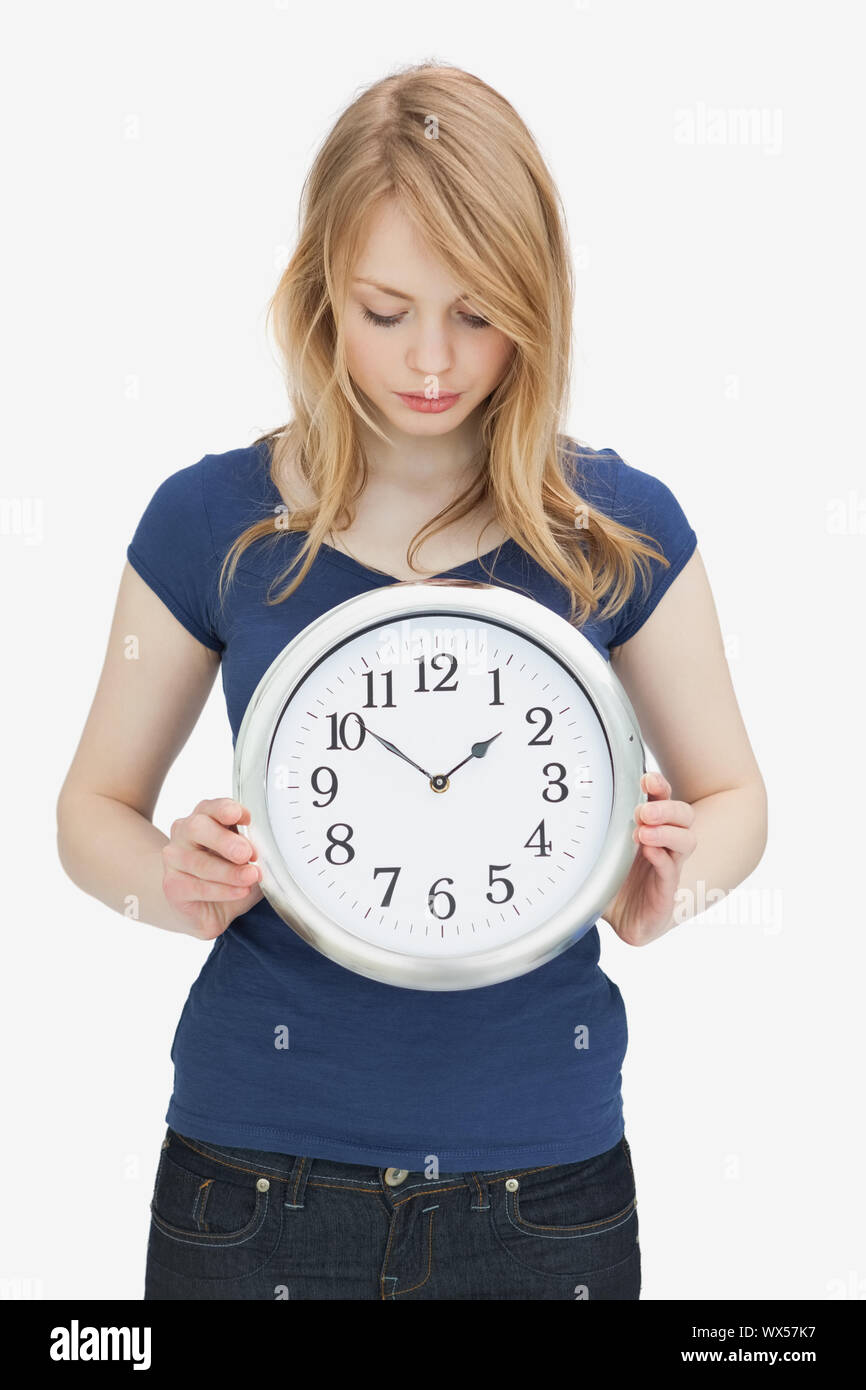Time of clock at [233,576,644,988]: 1:51
